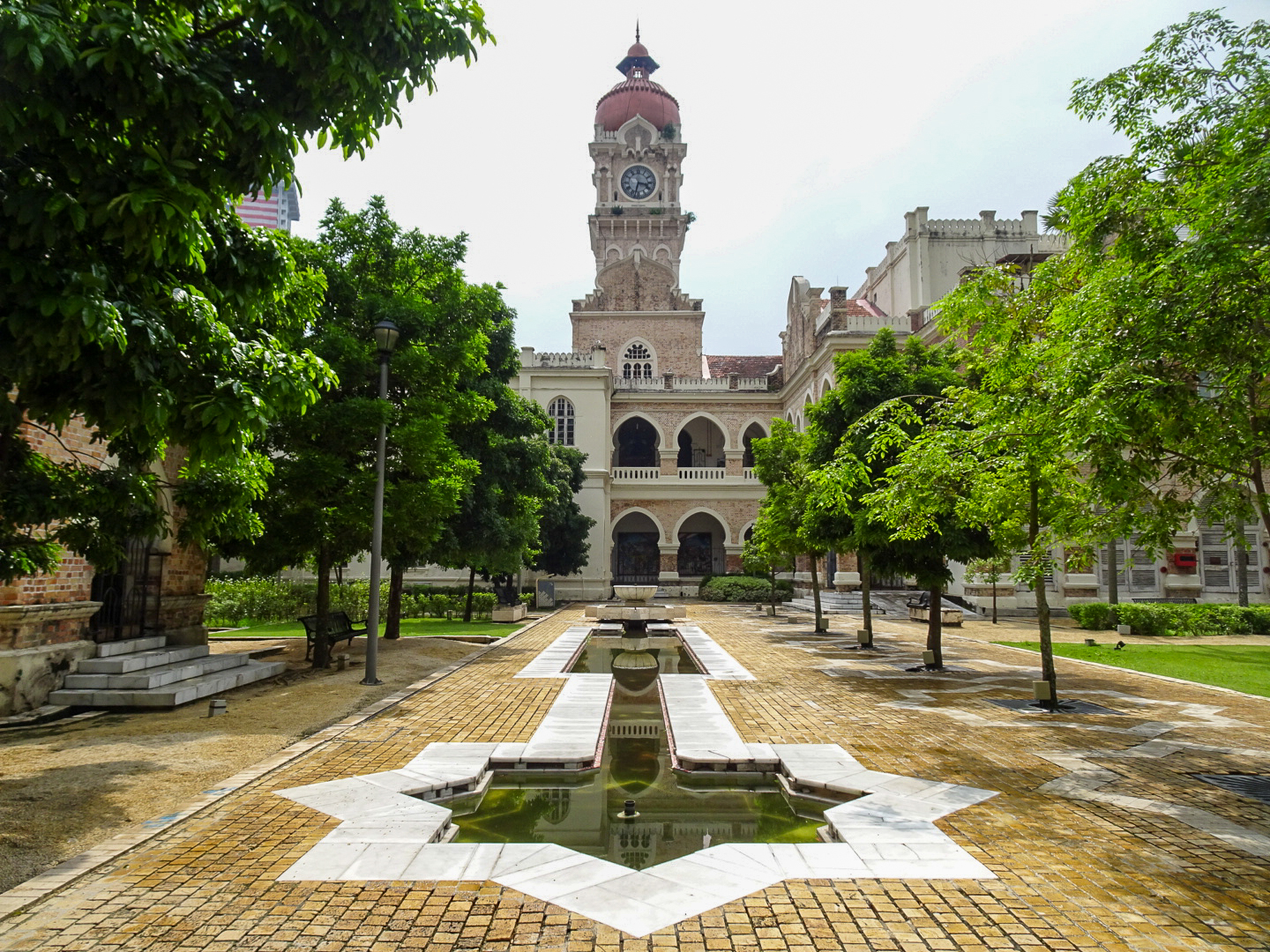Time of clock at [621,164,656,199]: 3:32
